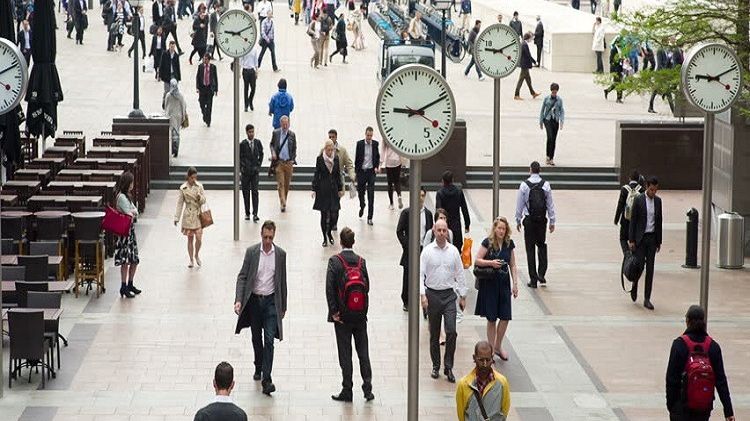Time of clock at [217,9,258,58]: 9:11
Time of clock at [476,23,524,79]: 9:11
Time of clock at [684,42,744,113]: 9:11
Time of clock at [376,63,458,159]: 9:11
